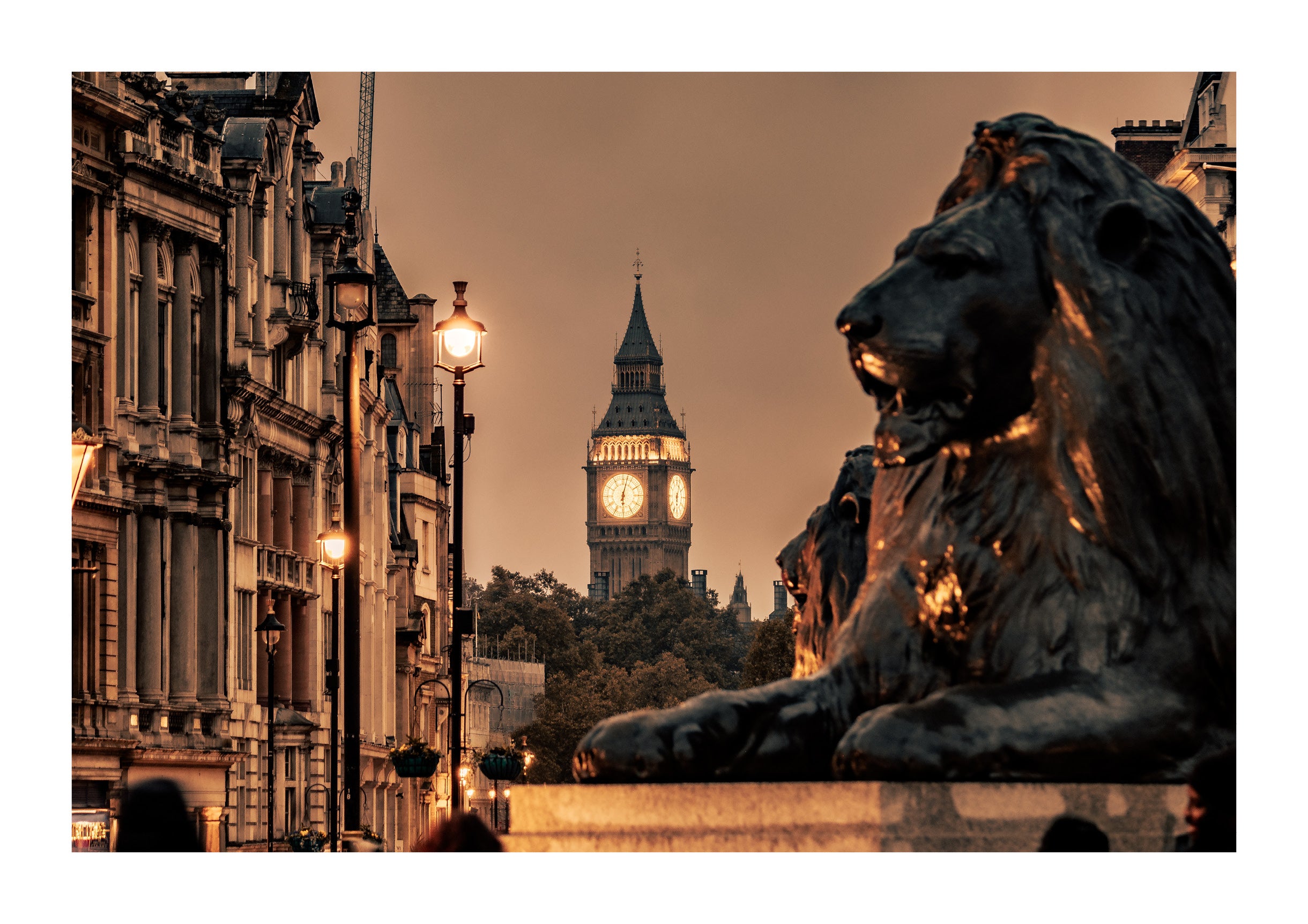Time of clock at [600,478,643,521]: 6:02
